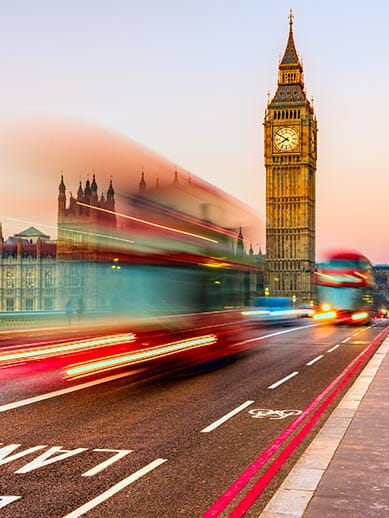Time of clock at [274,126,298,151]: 7:50
